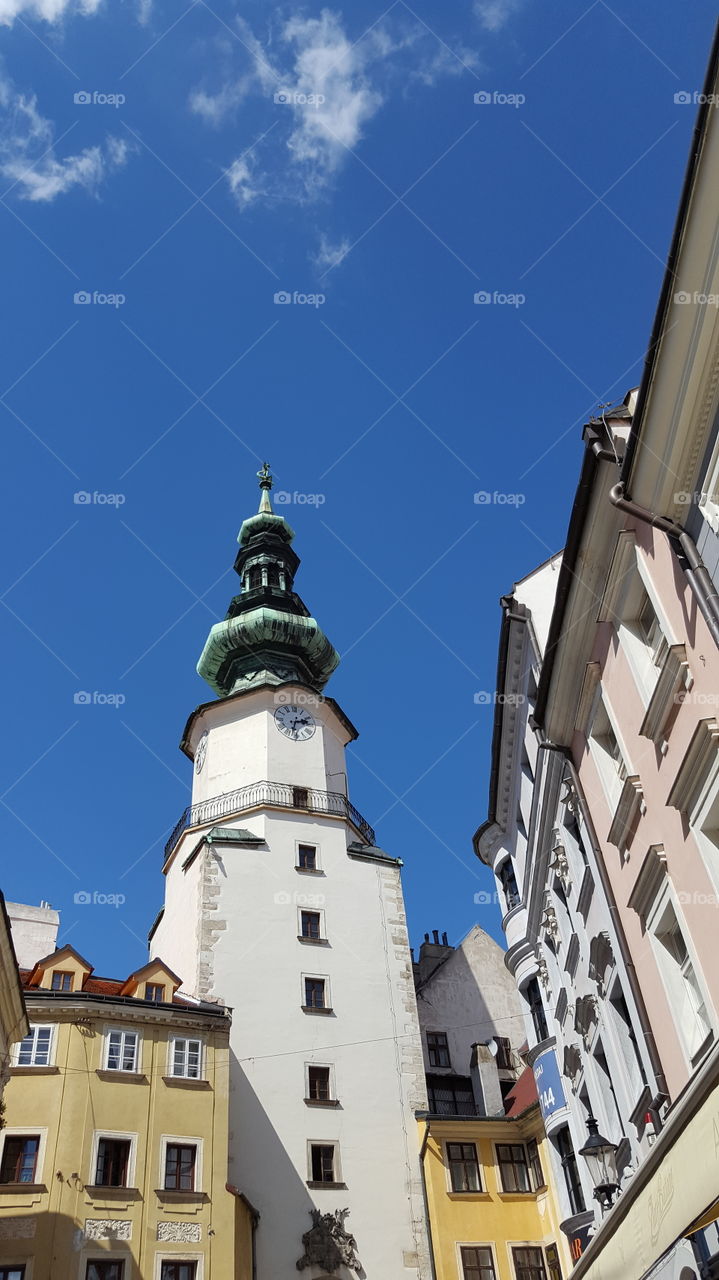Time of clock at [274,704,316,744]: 2:32
